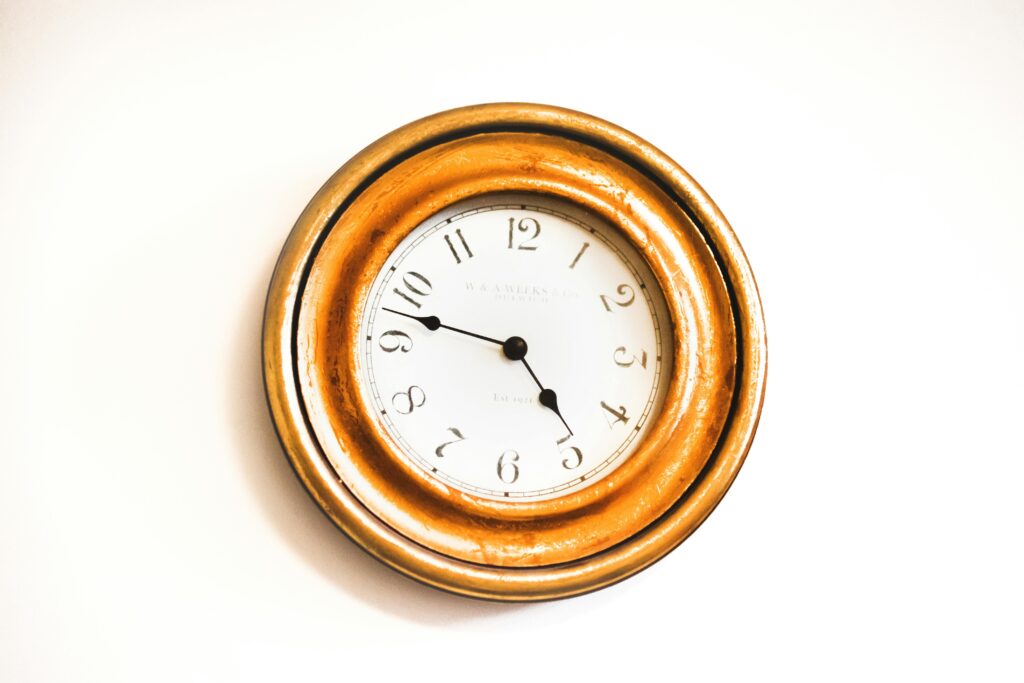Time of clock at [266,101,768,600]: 4:46
